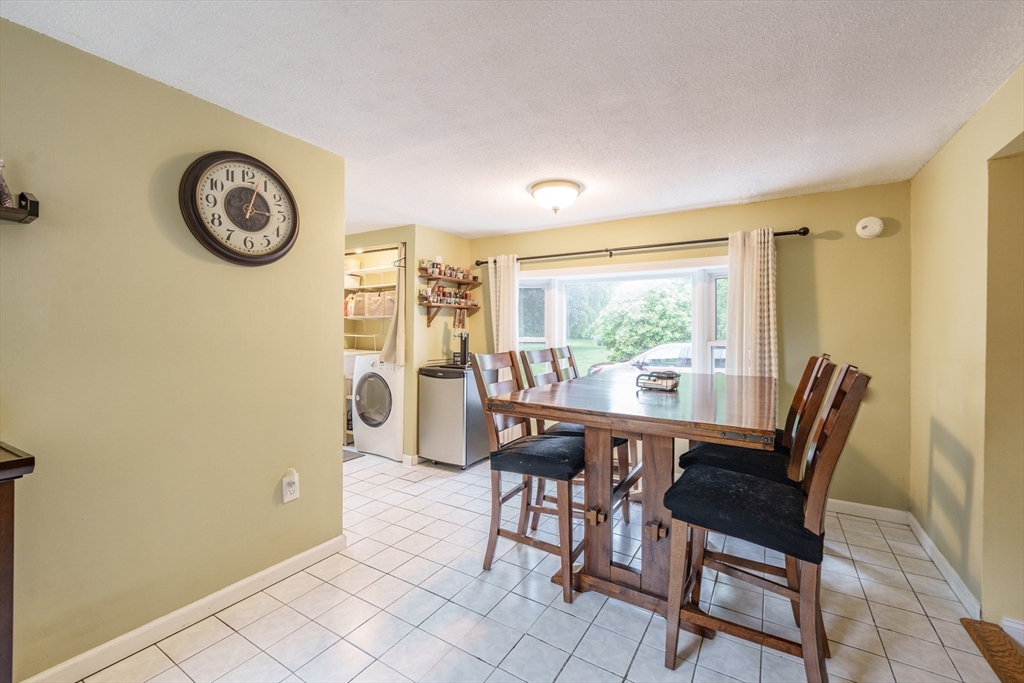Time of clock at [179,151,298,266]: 3:03
